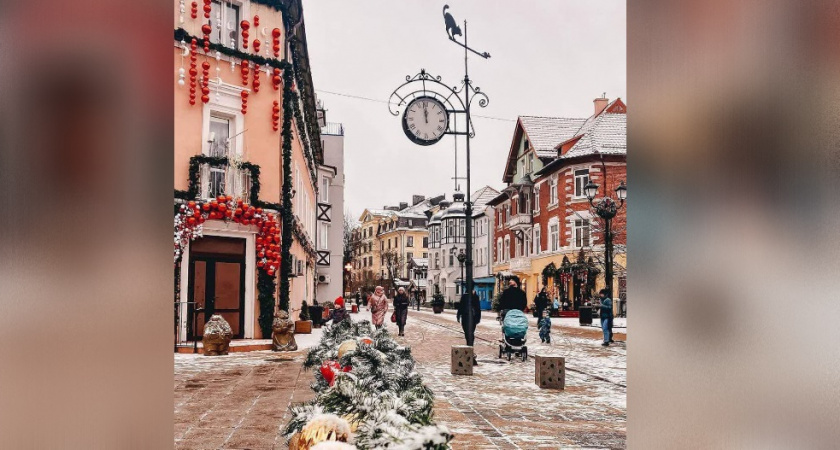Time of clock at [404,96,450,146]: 11:58
